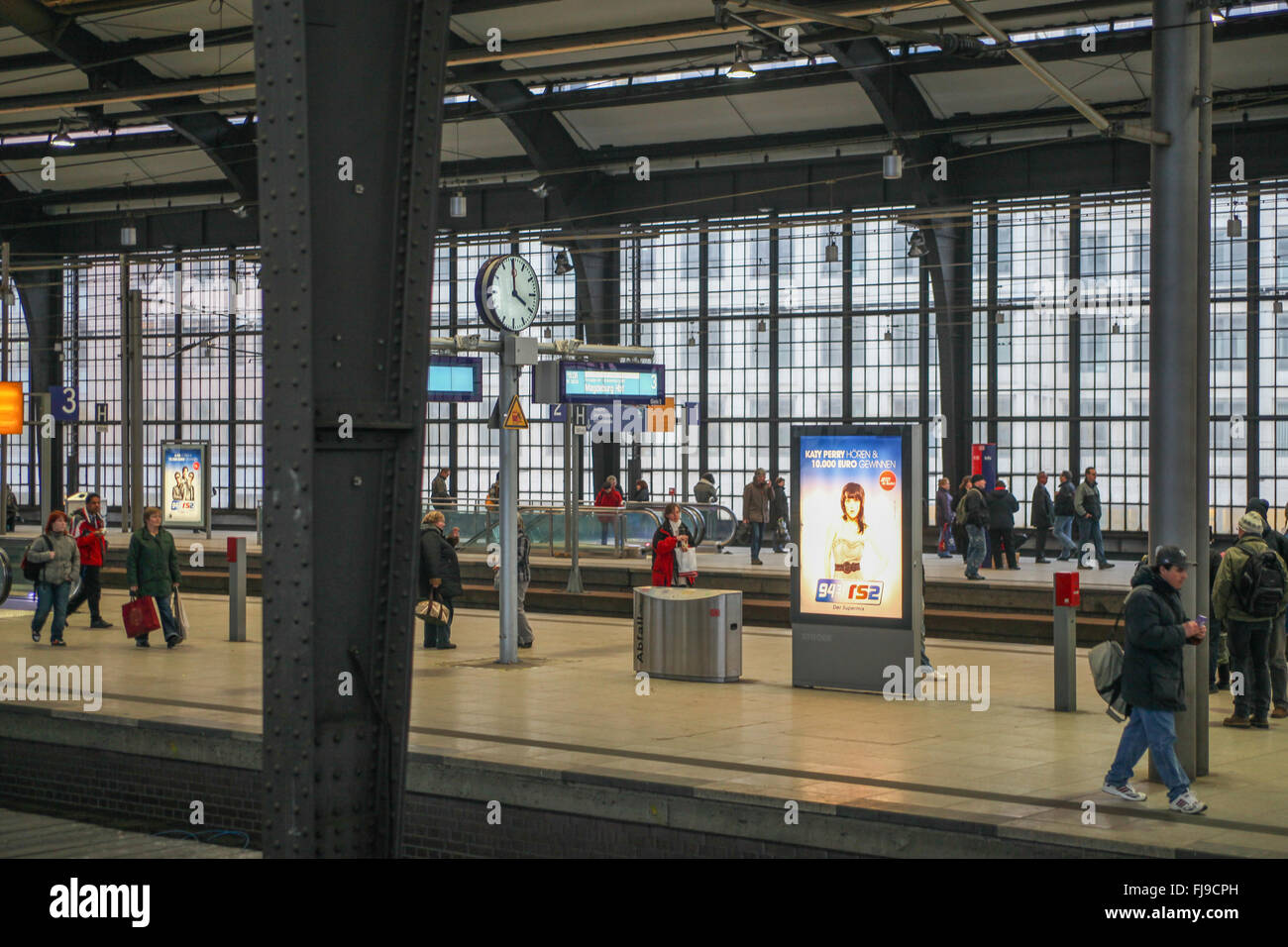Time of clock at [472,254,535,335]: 3:59
